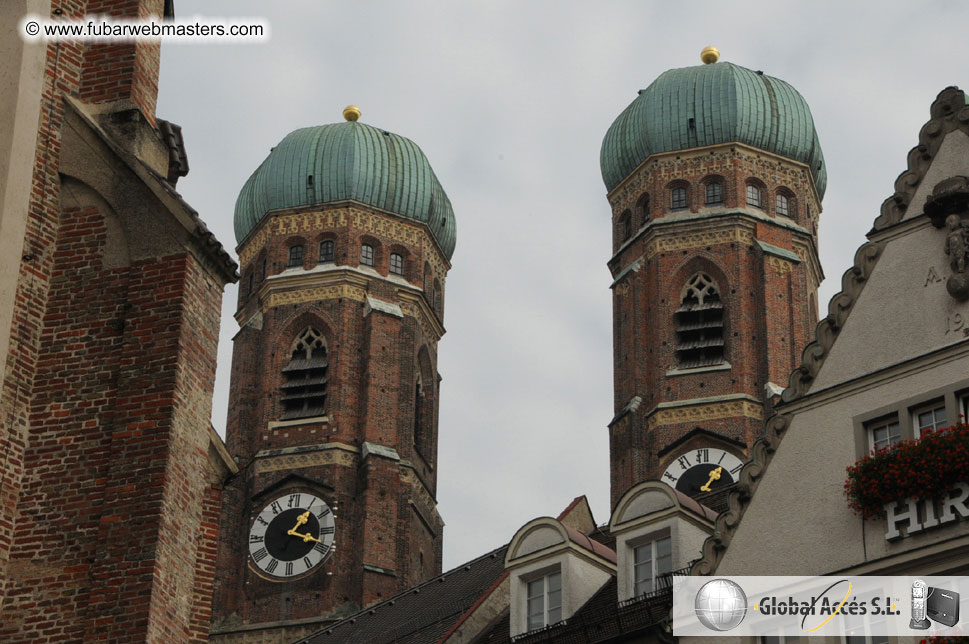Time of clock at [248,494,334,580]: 1:18
